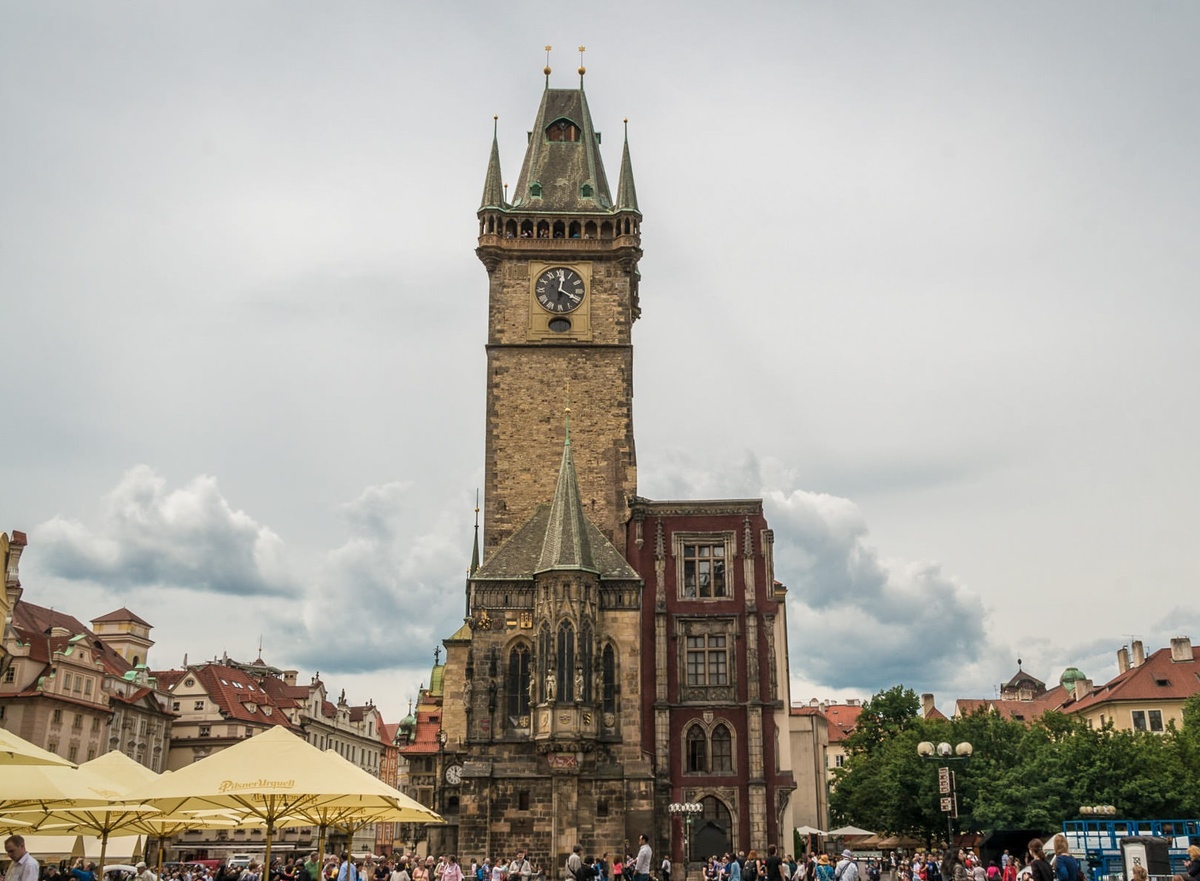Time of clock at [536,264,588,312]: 12:19
